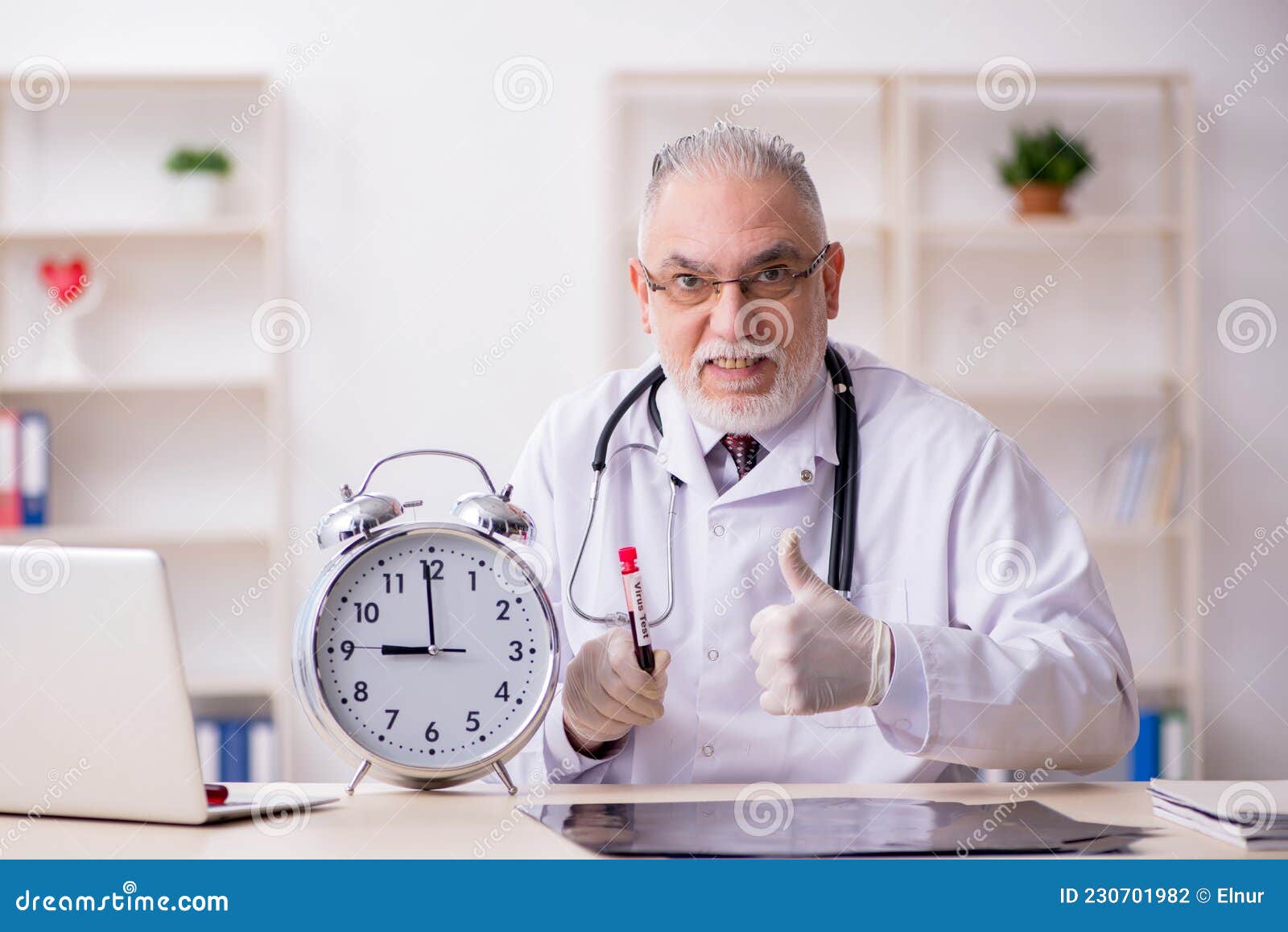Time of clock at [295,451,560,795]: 8:59
